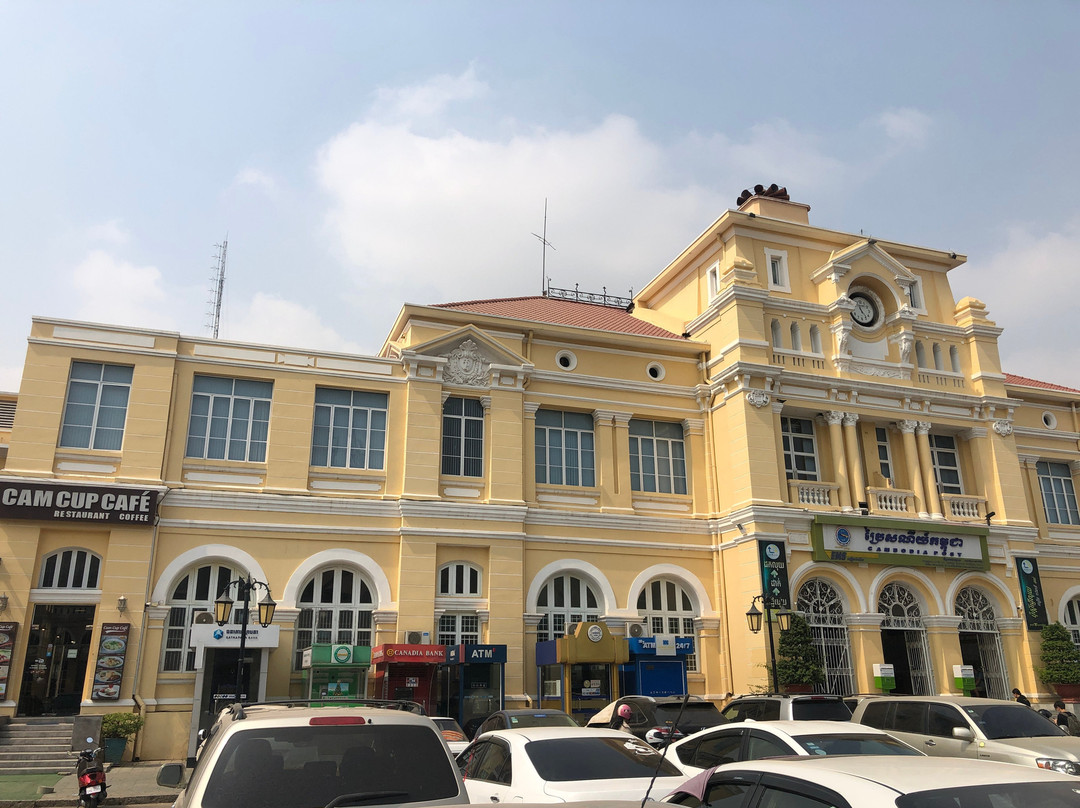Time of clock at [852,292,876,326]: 11:23
